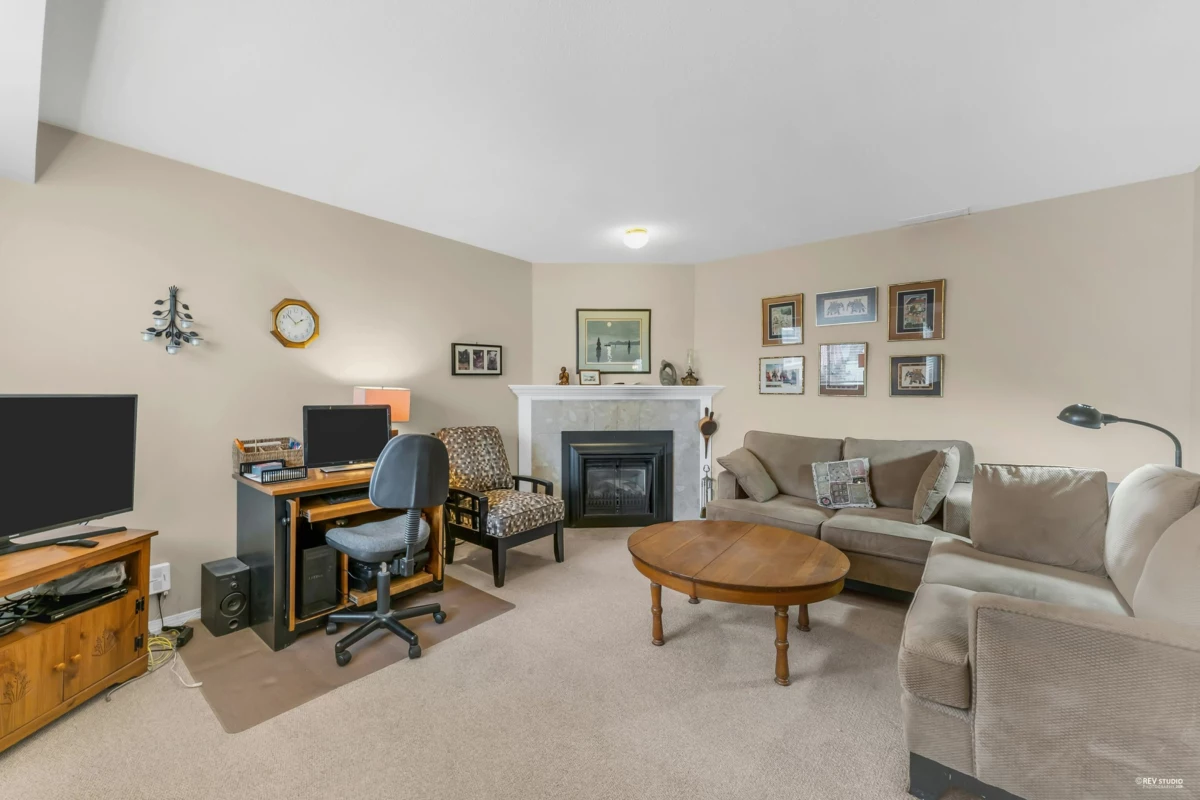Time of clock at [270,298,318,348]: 1:52
